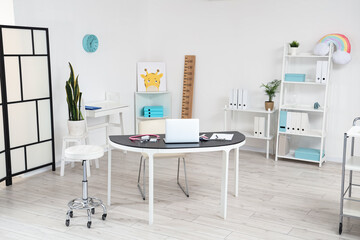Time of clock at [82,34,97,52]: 6:06
